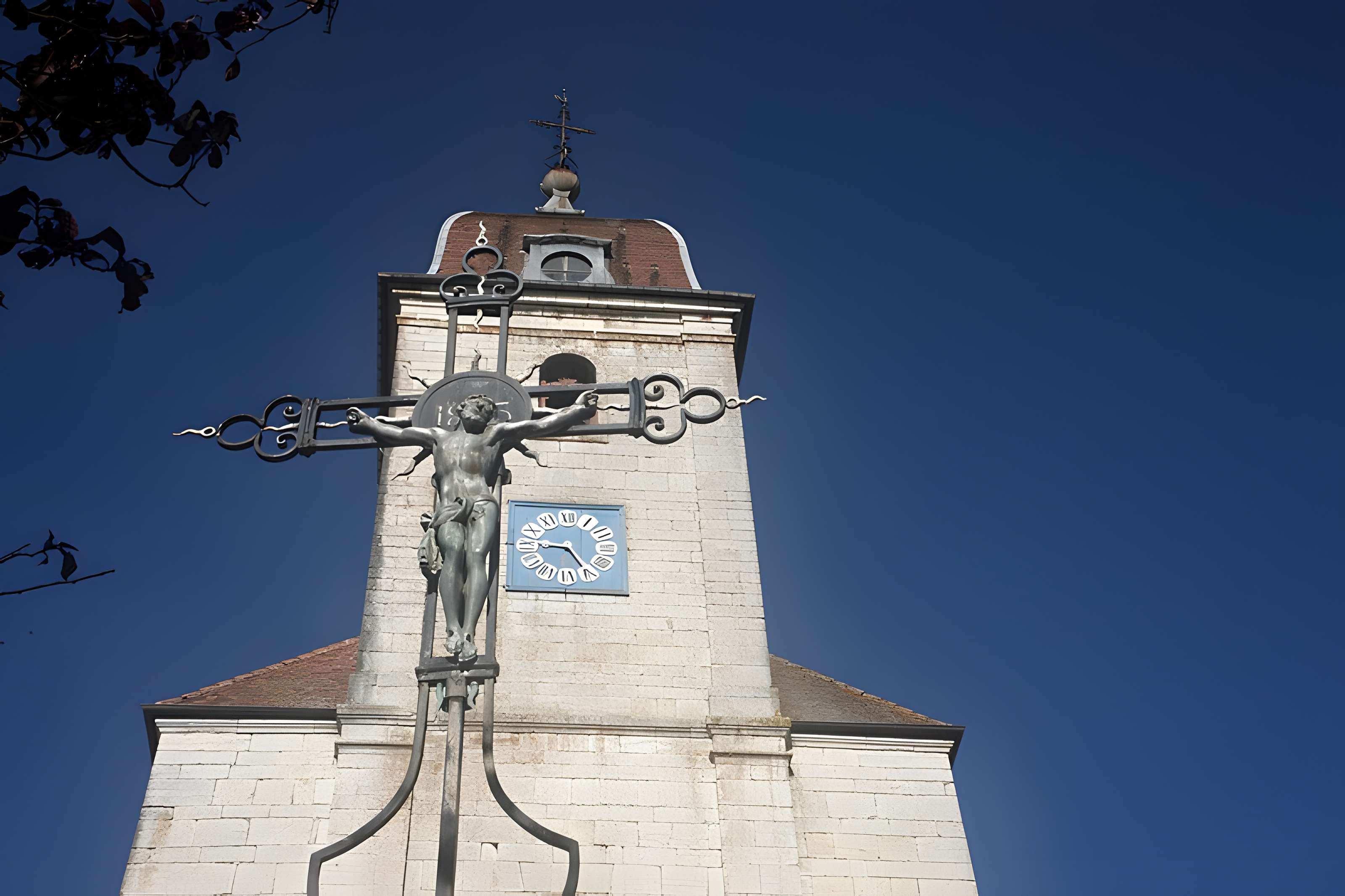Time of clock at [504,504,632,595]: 4:45
